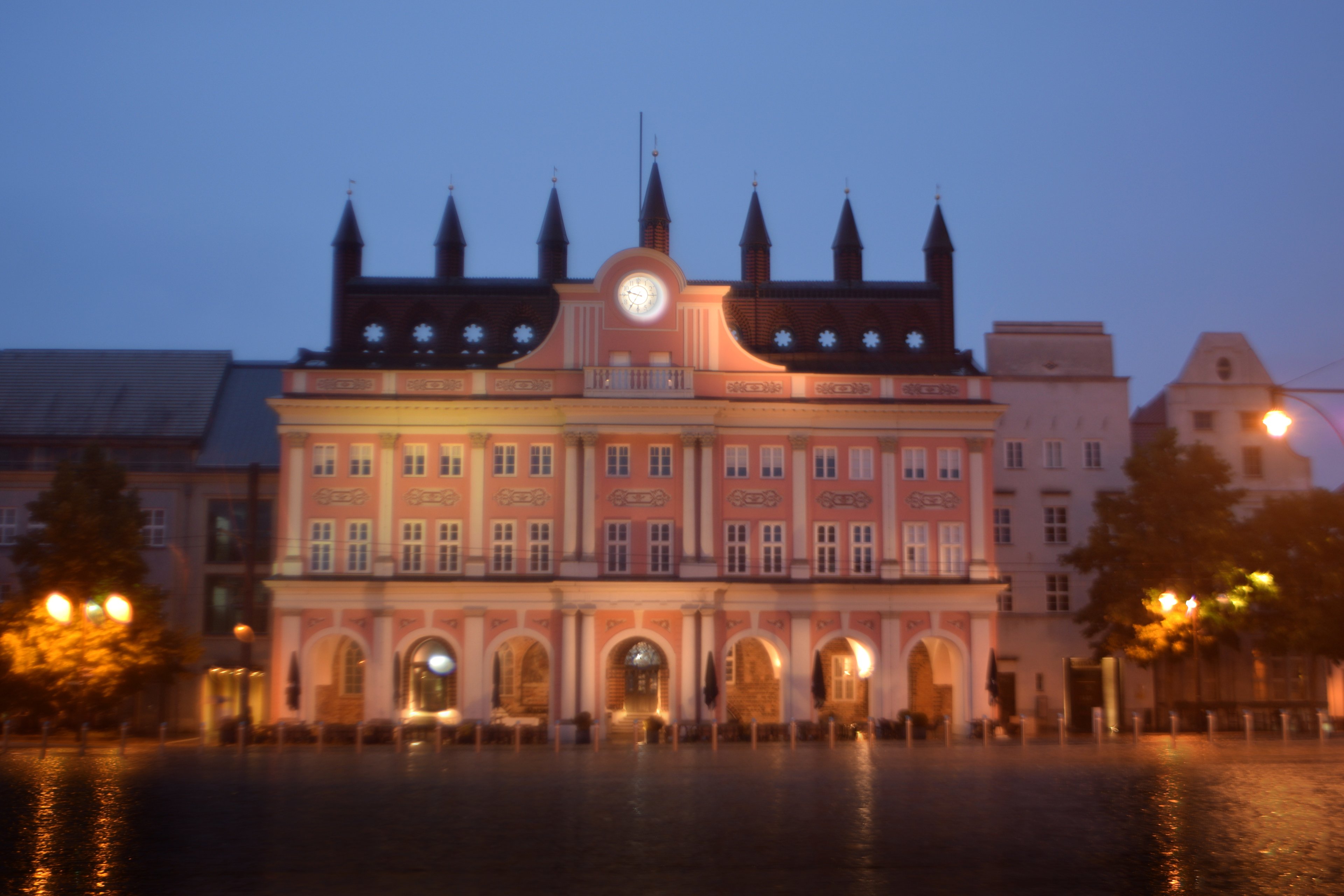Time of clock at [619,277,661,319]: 9:34
